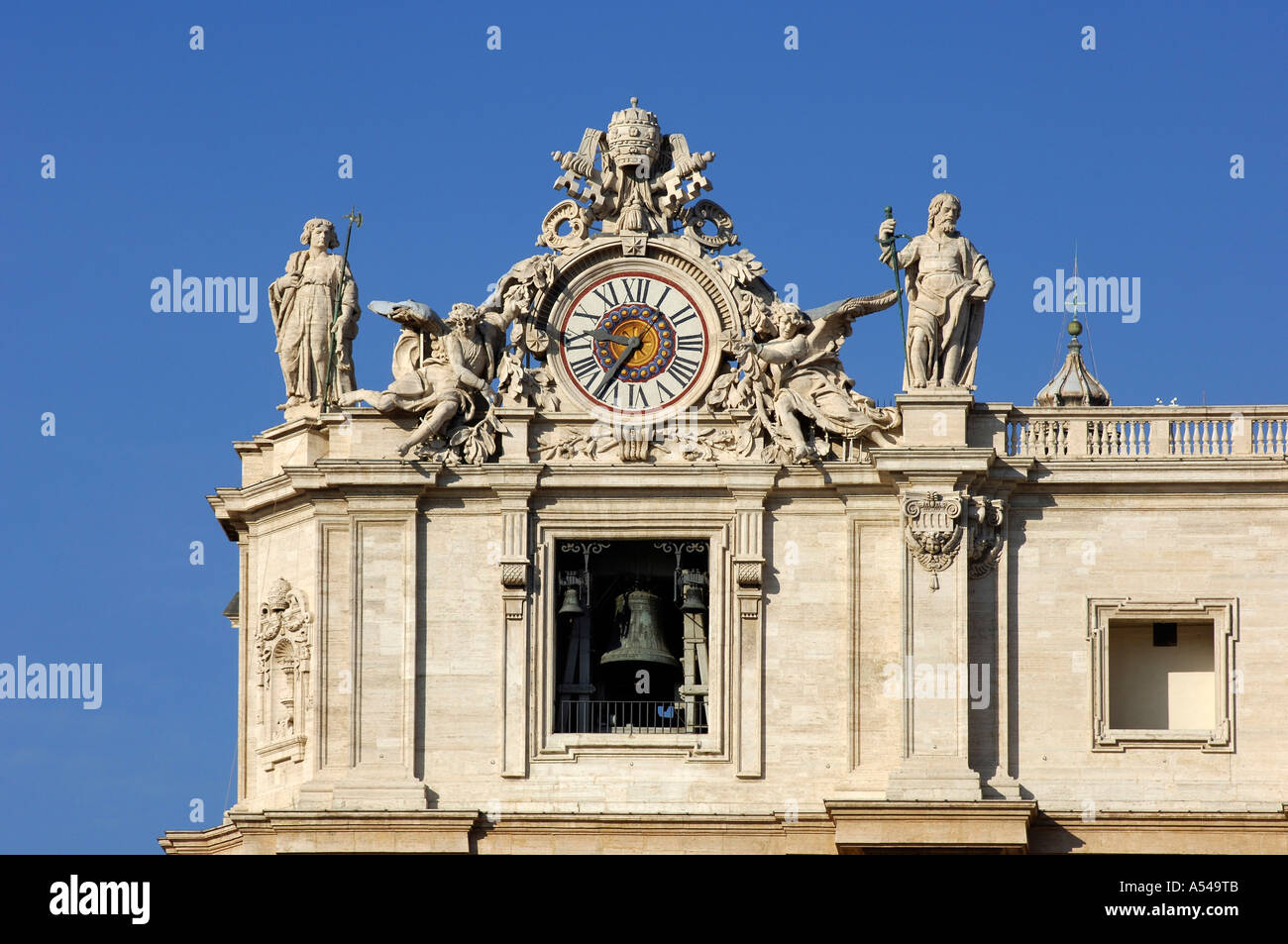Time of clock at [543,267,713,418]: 9:35
